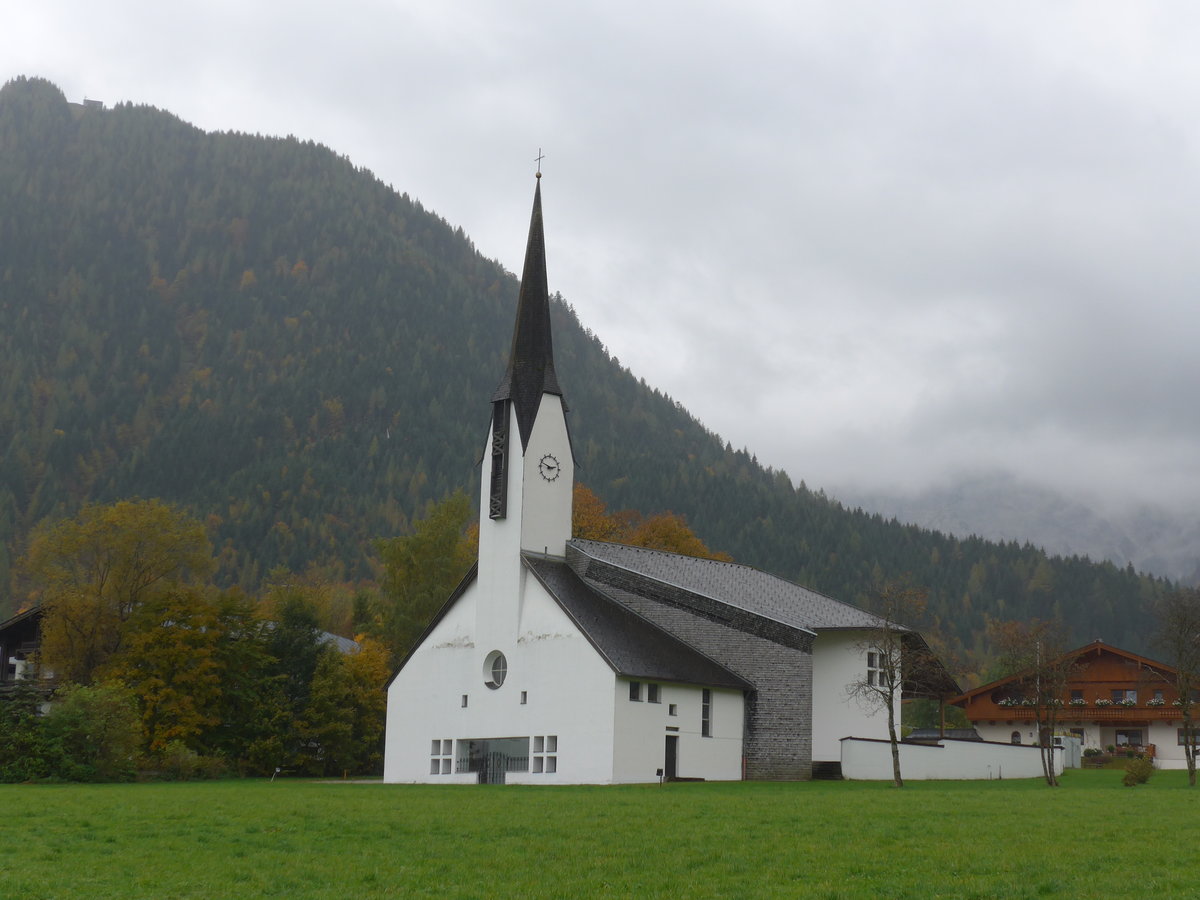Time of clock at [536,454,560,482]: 2:48
